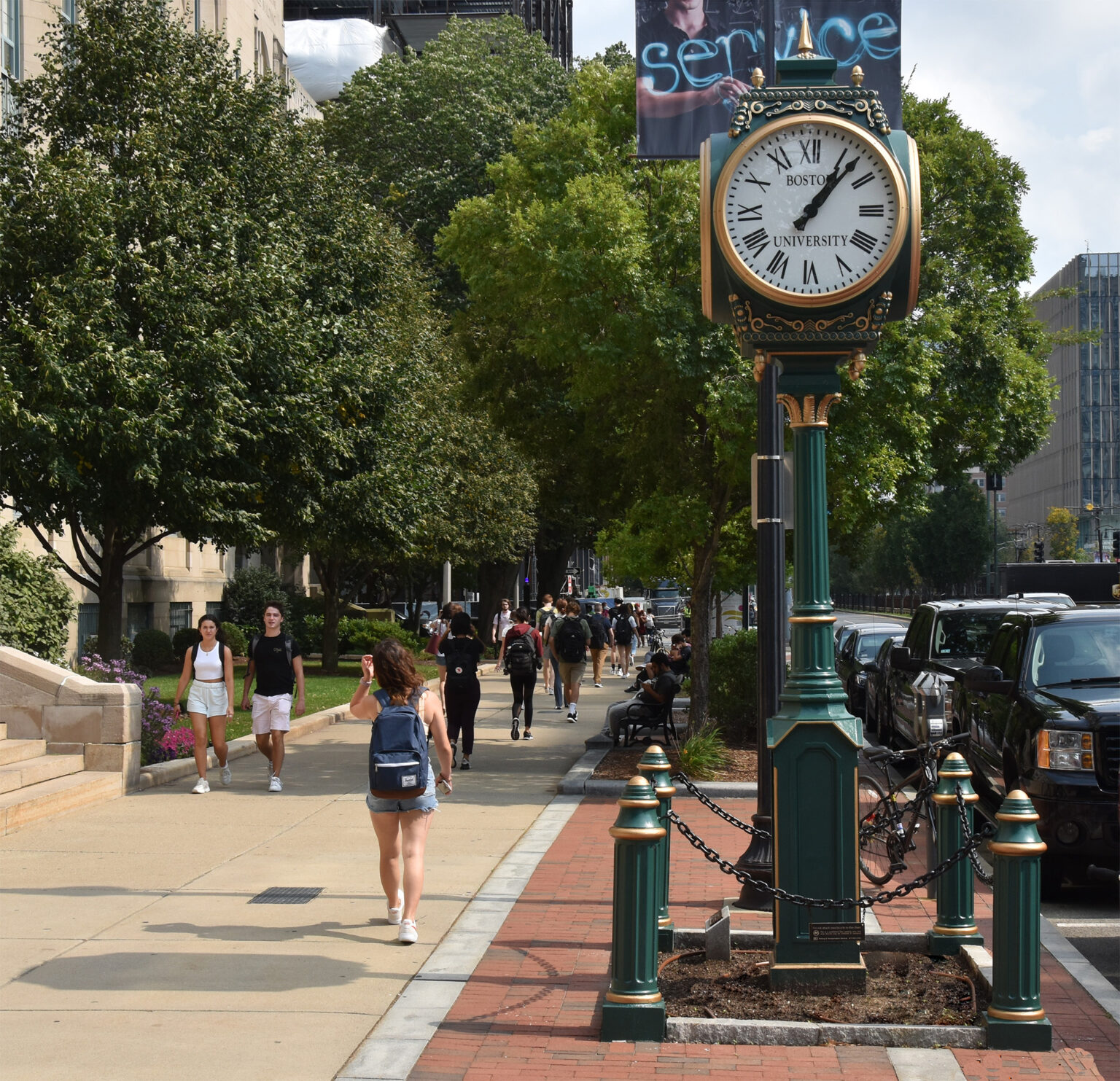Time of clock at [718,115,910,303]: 1:07
